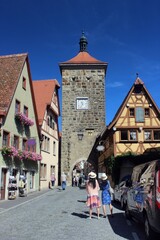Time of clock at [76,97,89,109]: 11:33
